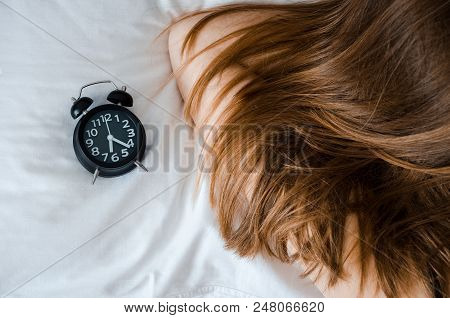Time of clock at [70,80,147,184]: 6:21
